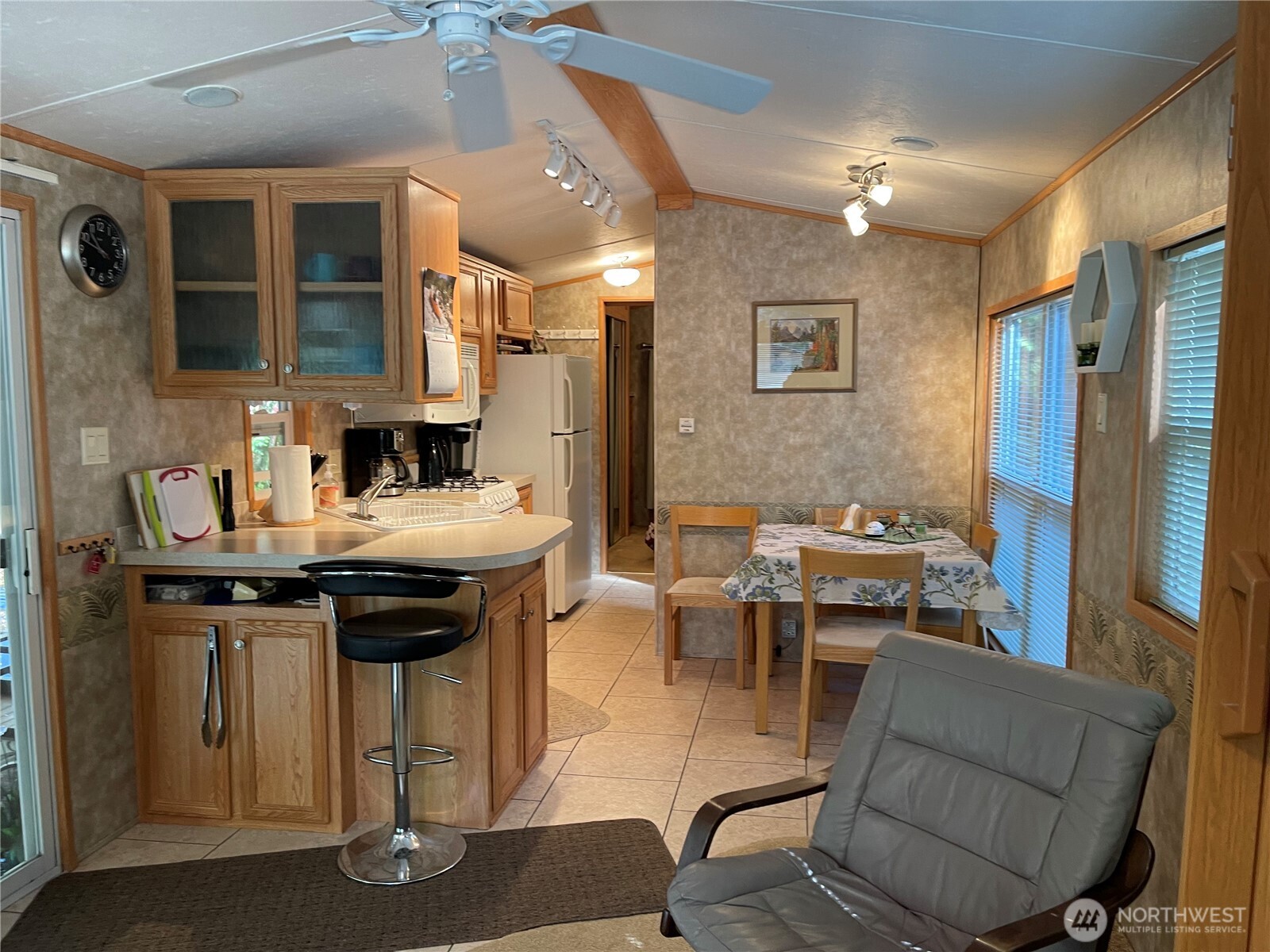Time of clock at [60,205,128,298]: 10:48
